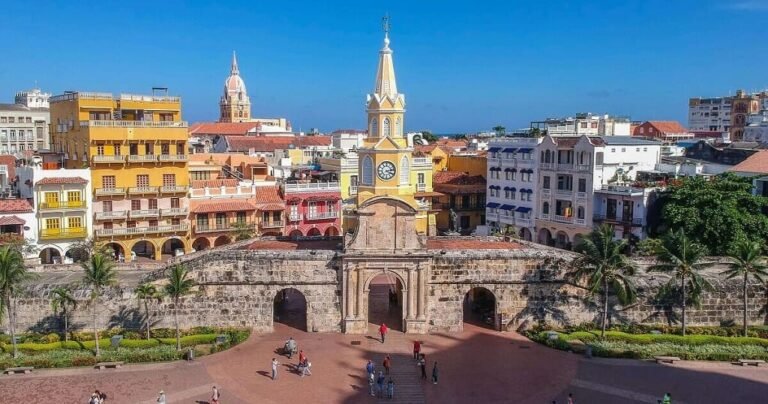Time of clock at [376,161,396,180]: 4:13
